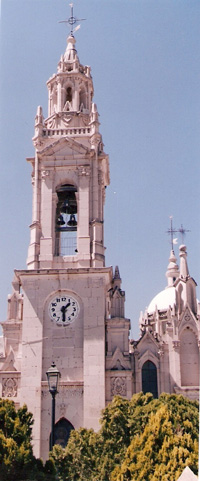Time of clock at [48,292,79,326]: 1:29
